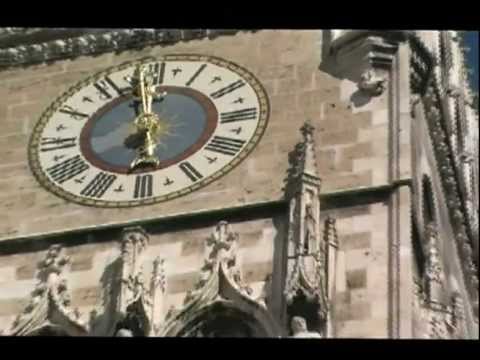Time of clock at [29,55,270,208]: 5:59
